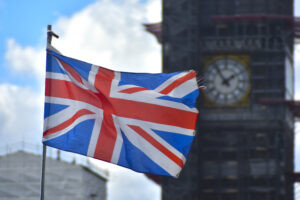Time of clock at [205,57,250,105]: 1:54
